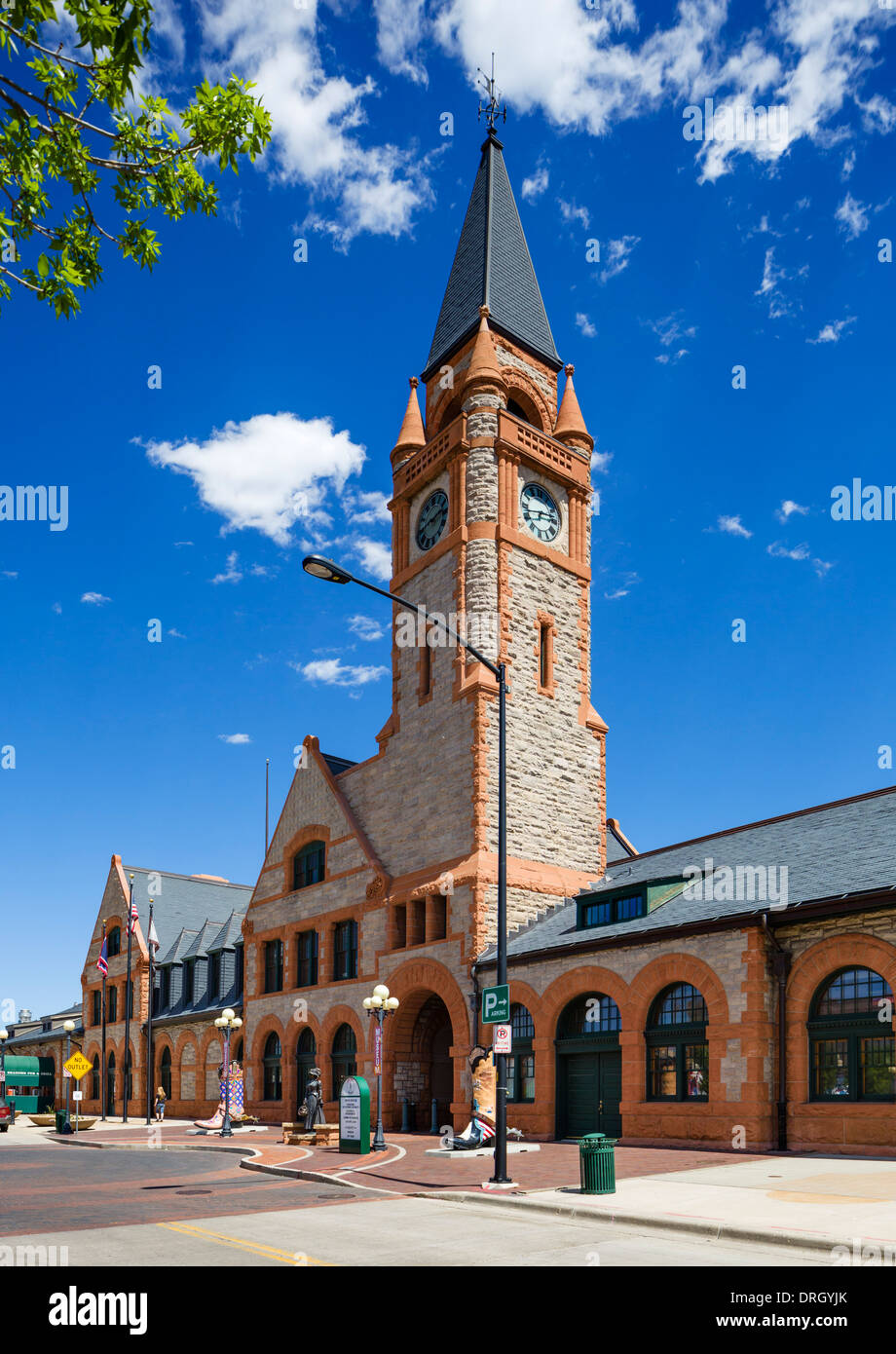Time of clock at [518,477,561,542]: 2:42
